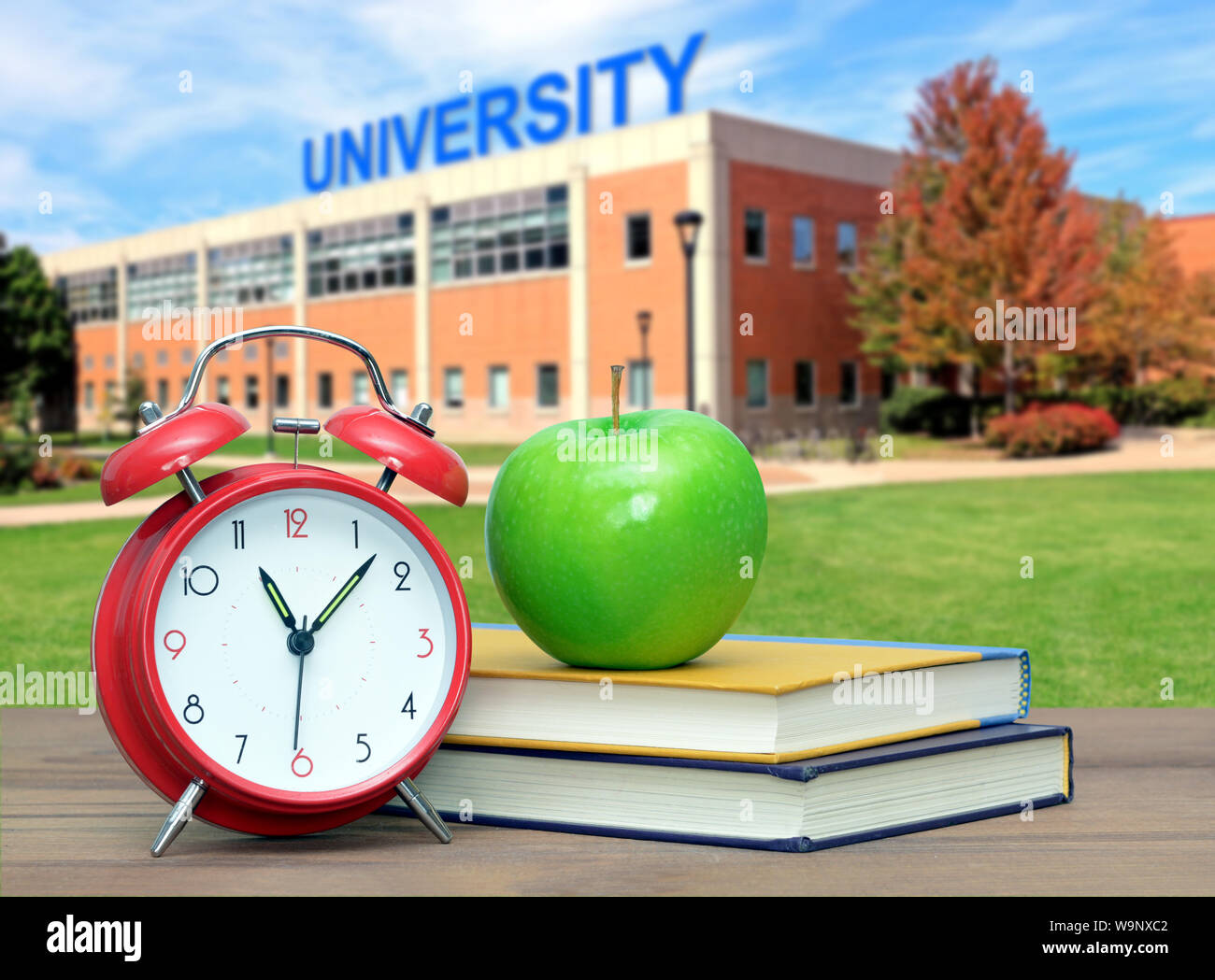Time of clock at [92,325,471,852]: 11:07
